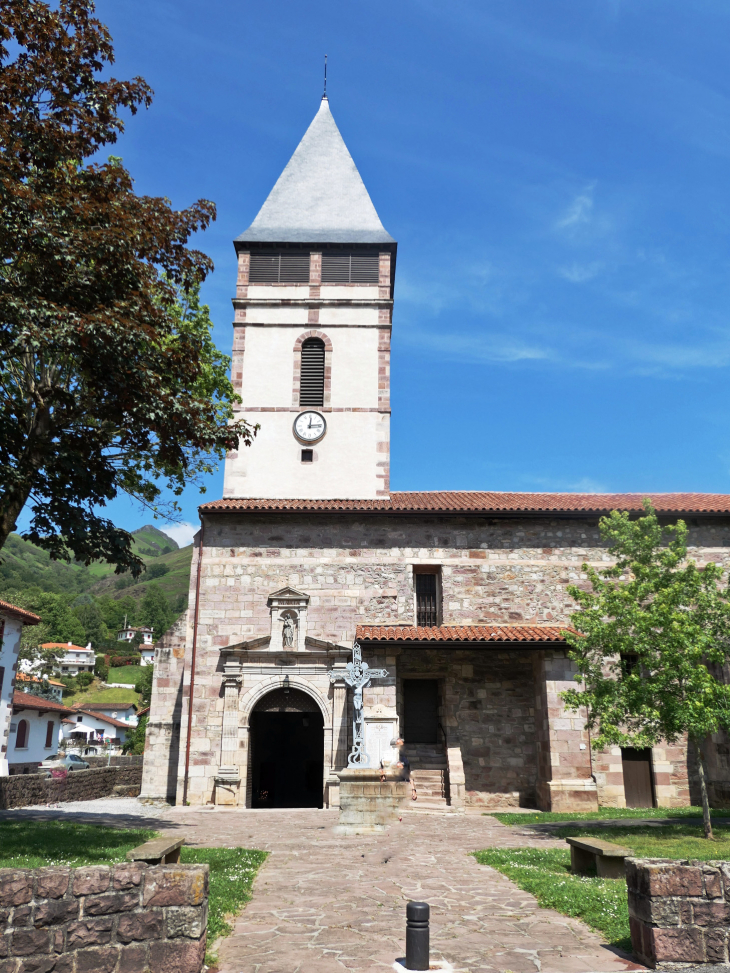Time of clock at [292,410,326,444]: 12:14
